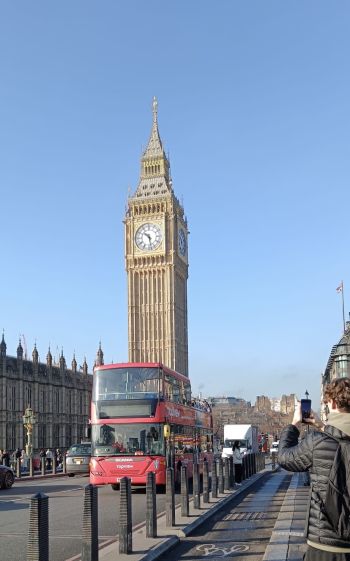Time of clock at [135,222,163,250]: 10:28
